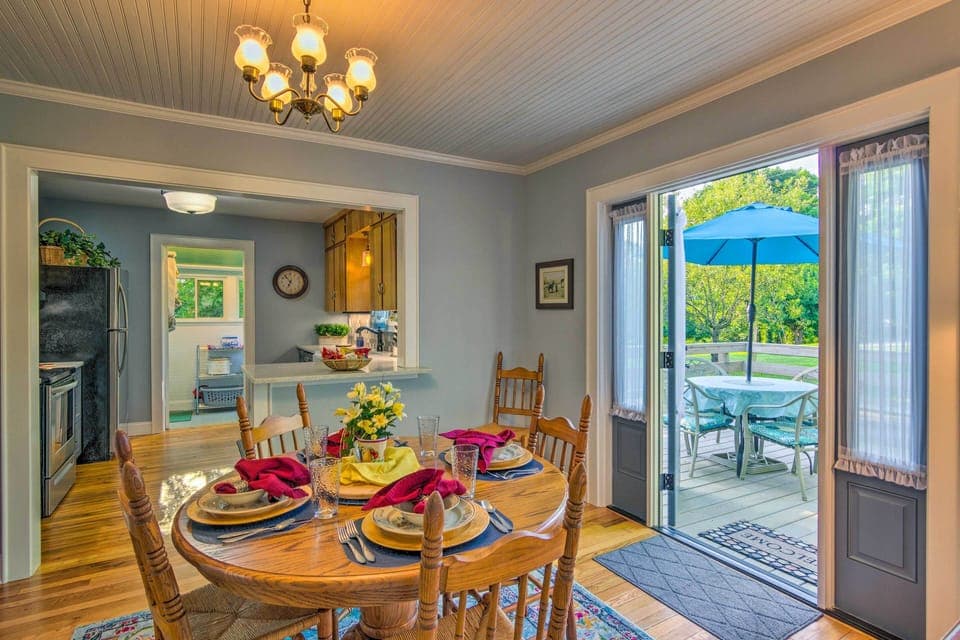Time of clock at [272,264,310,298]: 6:53
